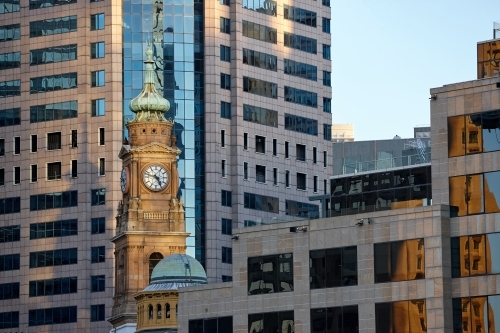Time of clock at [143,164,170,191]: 4:47
